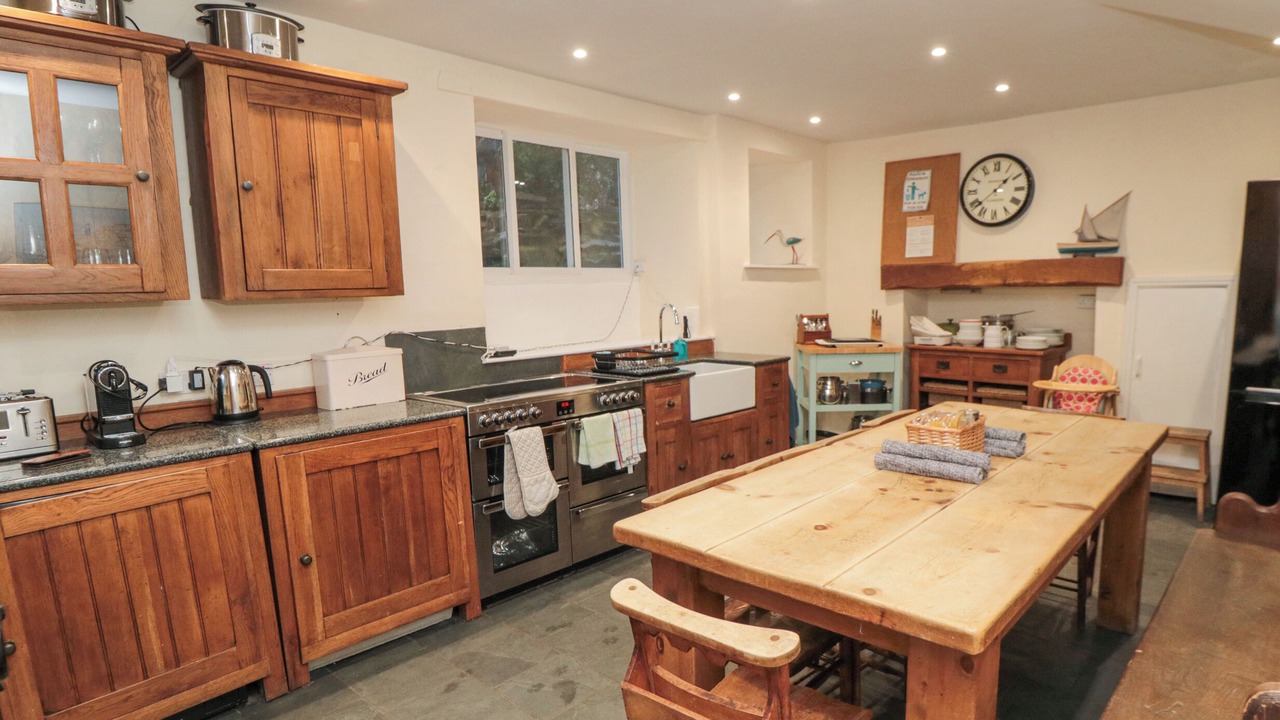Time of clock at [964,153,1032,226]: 1:38
